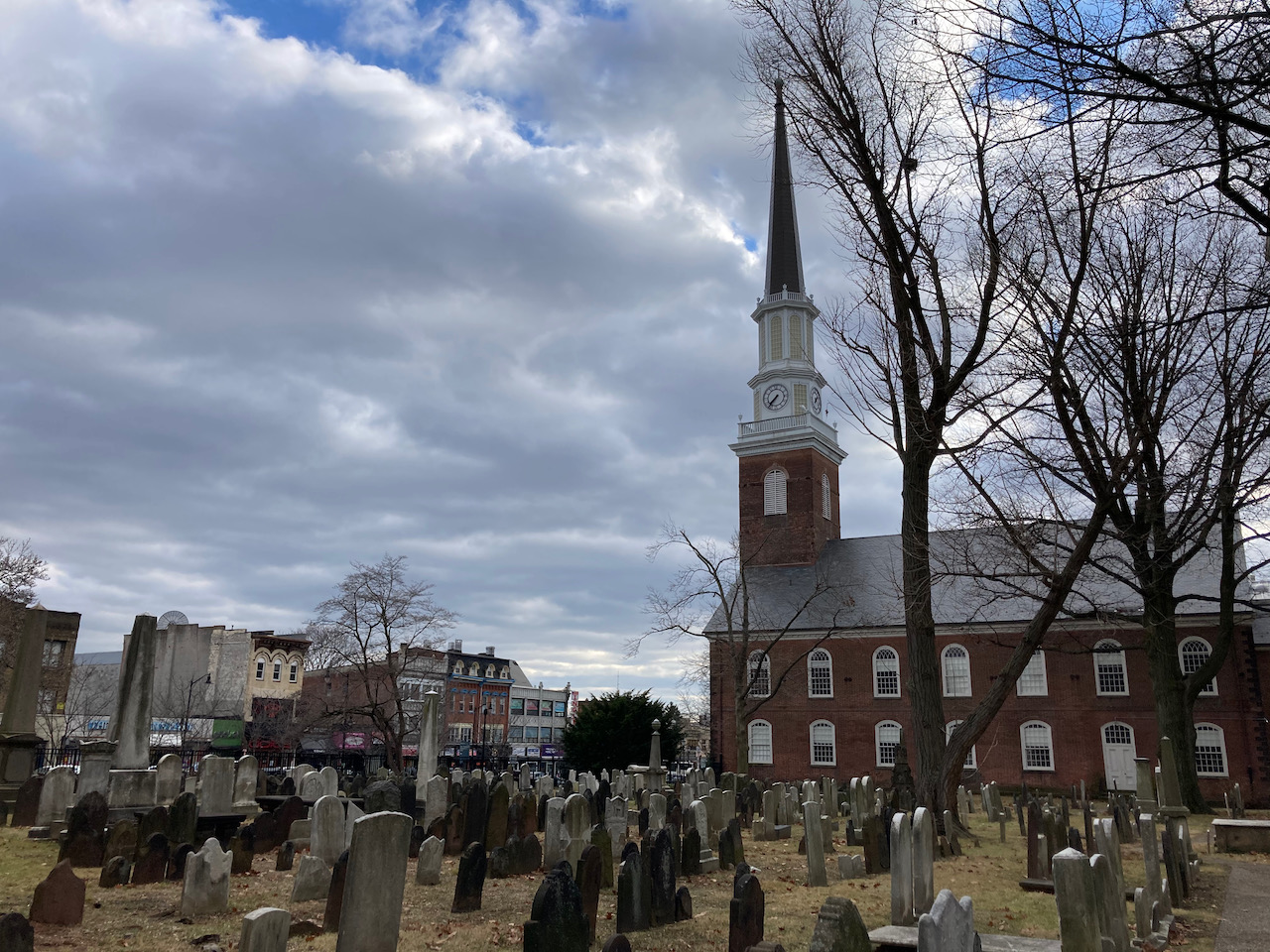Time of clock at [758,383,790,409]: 7:37
